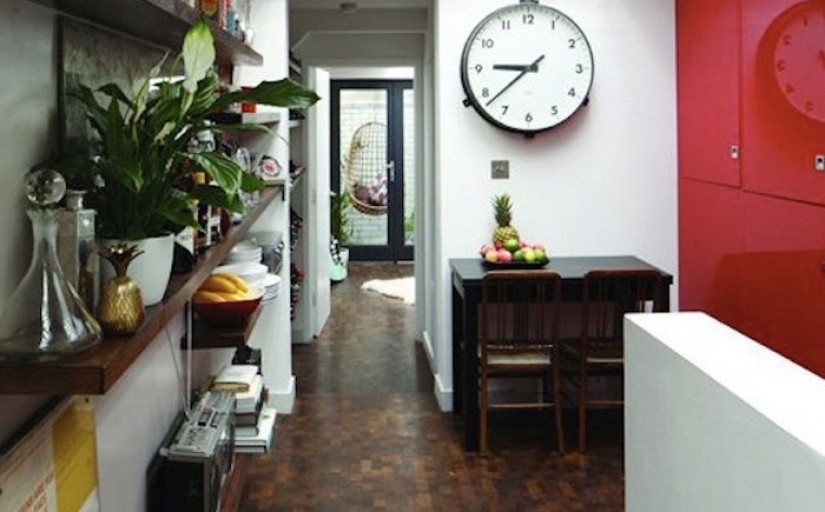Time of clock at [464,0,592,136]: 8:38
